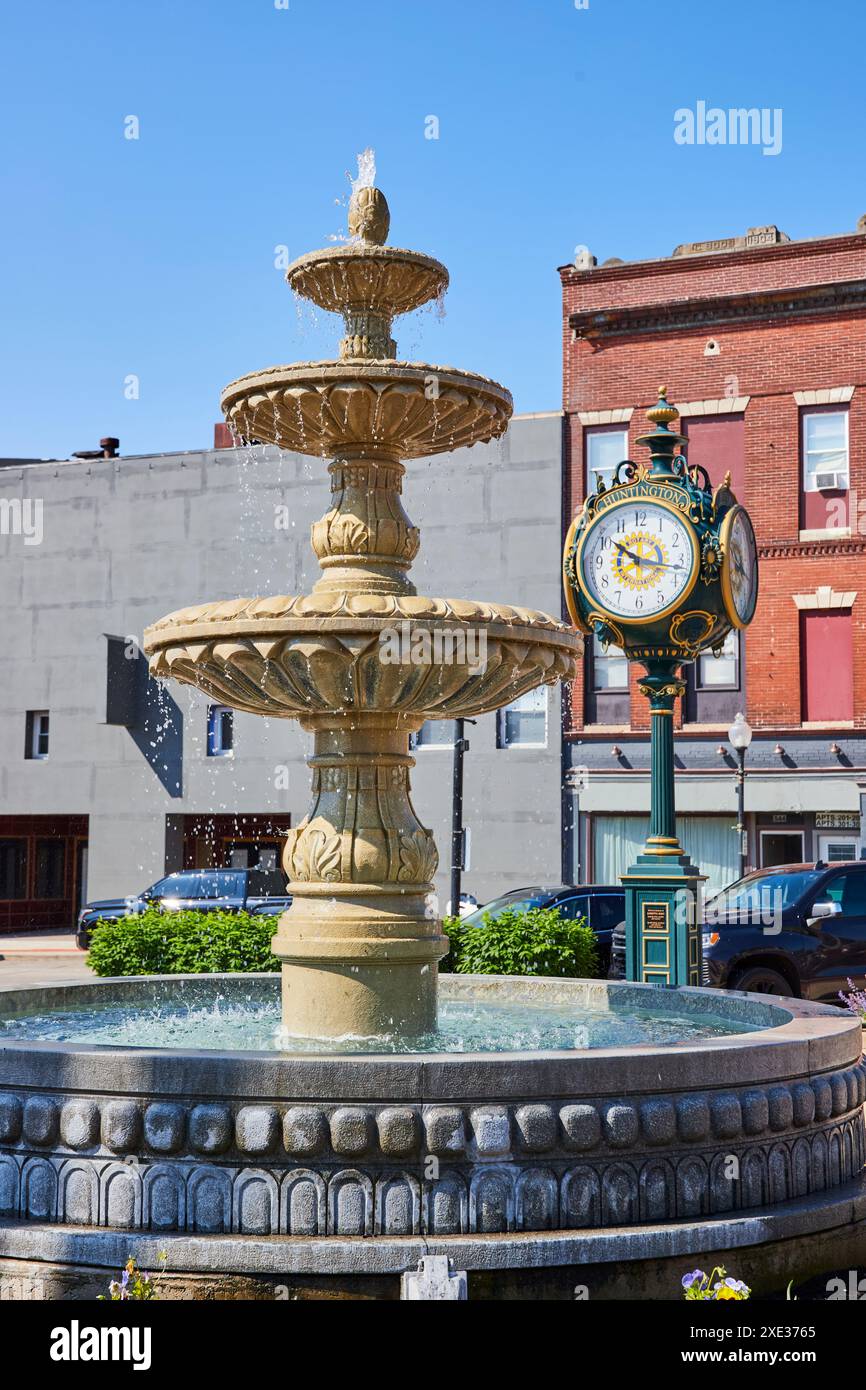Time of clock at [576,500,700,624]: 10:17
